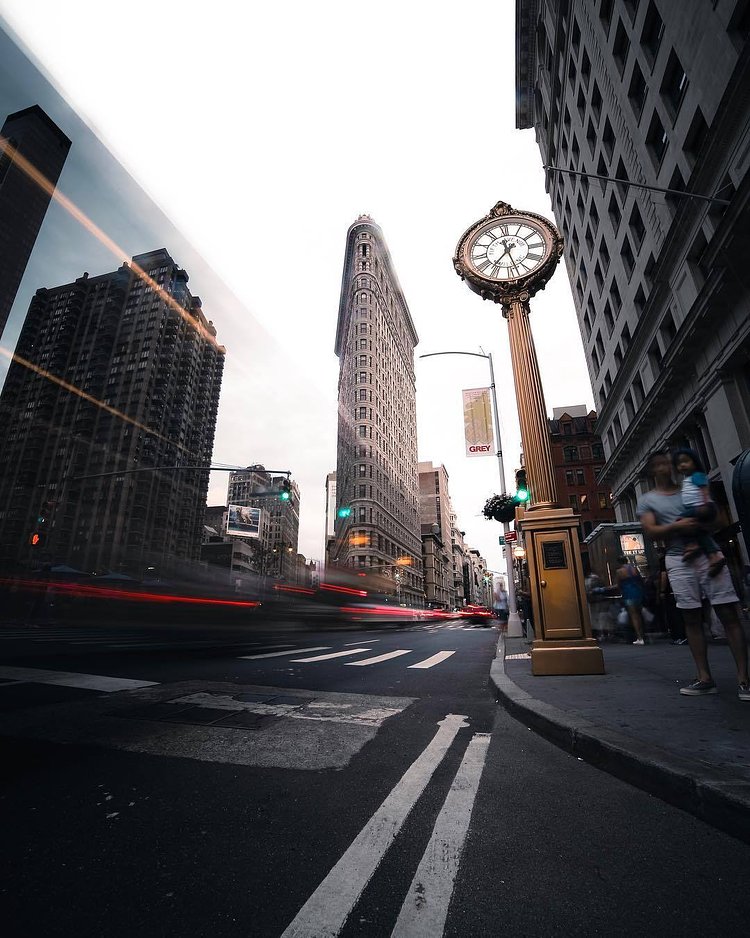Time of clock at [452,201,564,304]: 11:36
